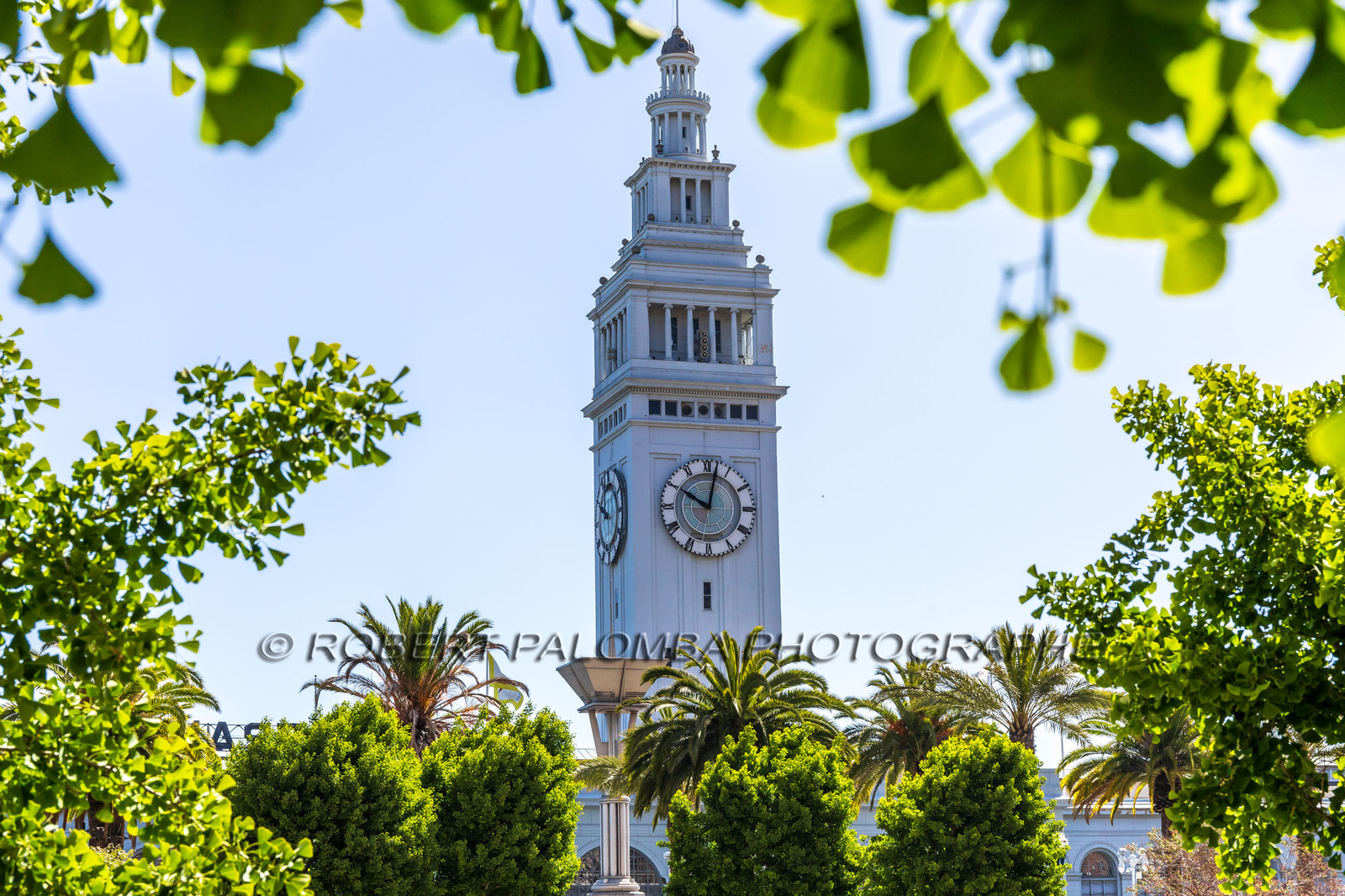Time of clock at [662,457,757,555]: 10:02
